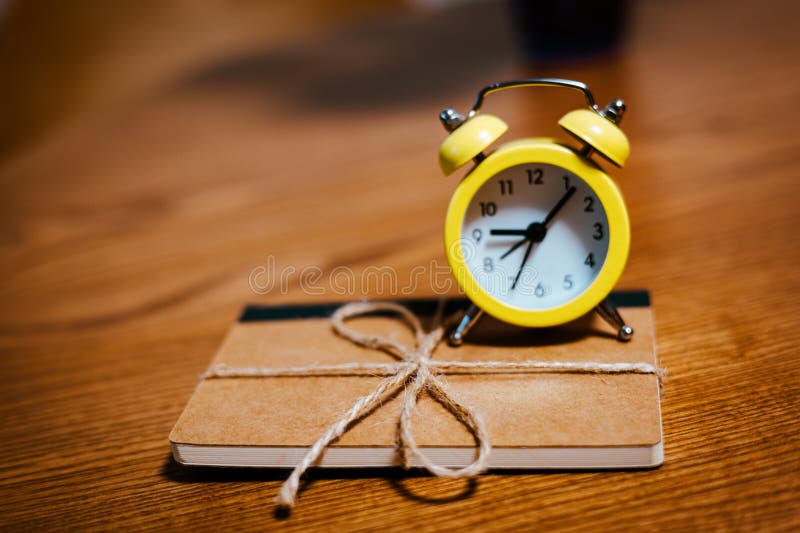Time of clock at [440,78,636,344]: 9:07
